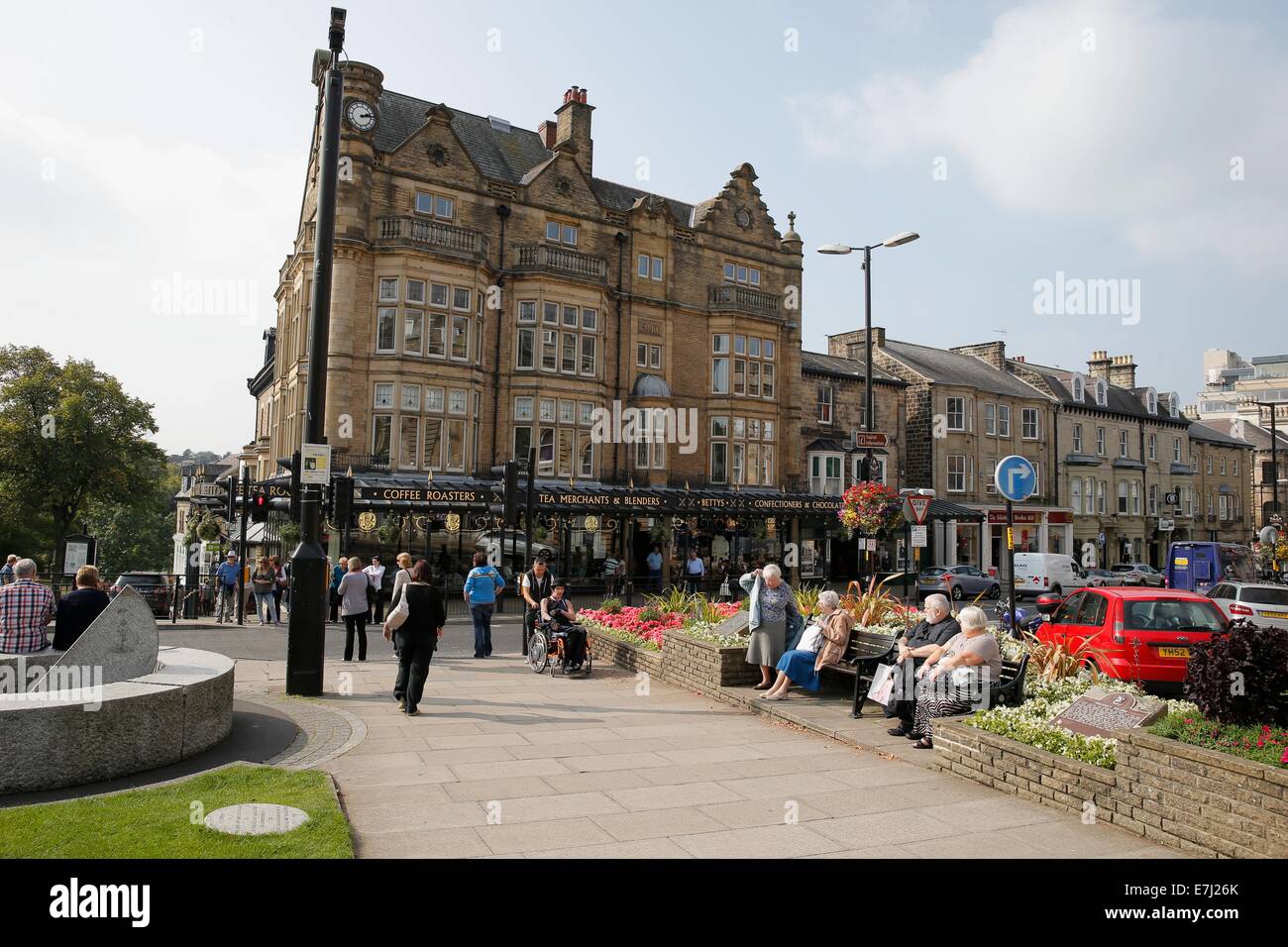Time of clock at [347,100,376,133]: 2:13
